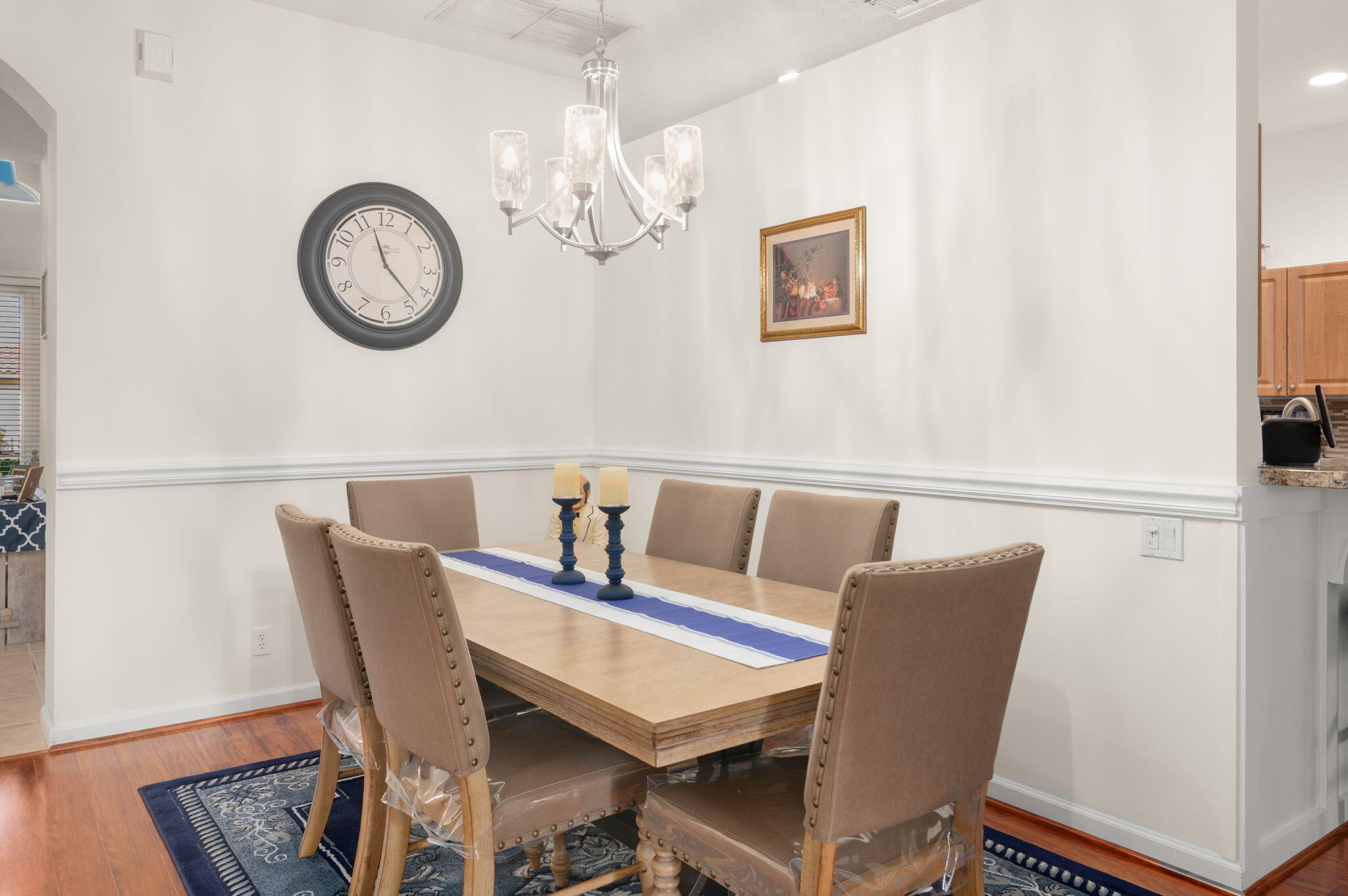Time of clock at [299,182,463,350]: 11:23
